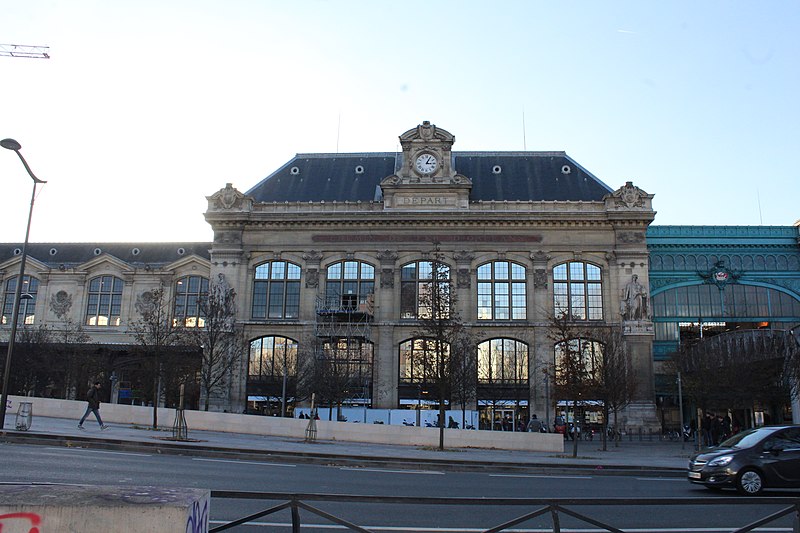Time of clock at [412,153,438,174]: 3:04
